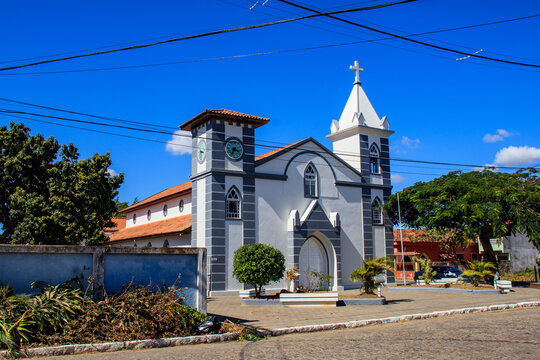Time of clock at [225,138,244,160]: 3:34
